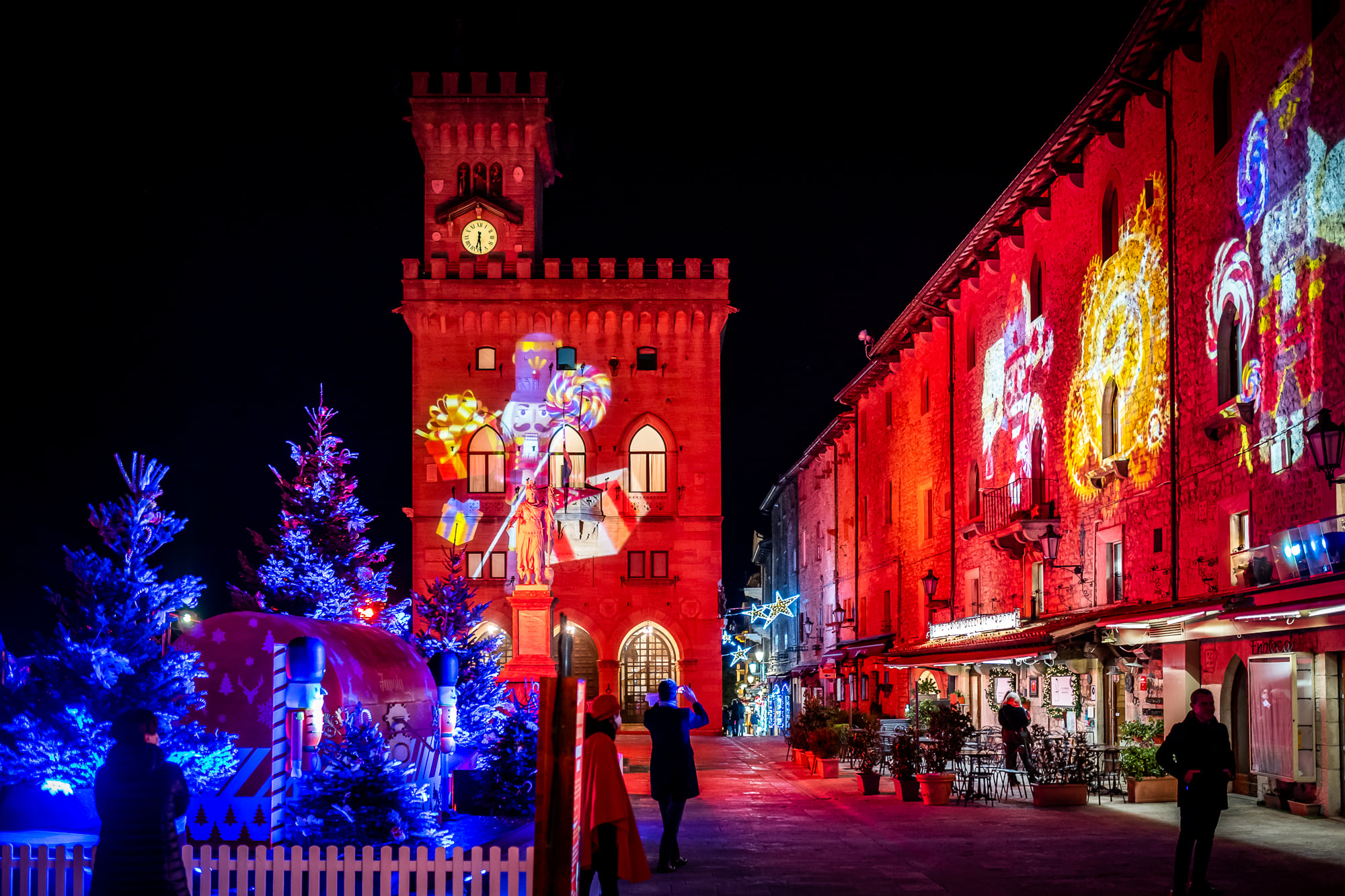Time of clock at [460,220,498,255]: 6:29
